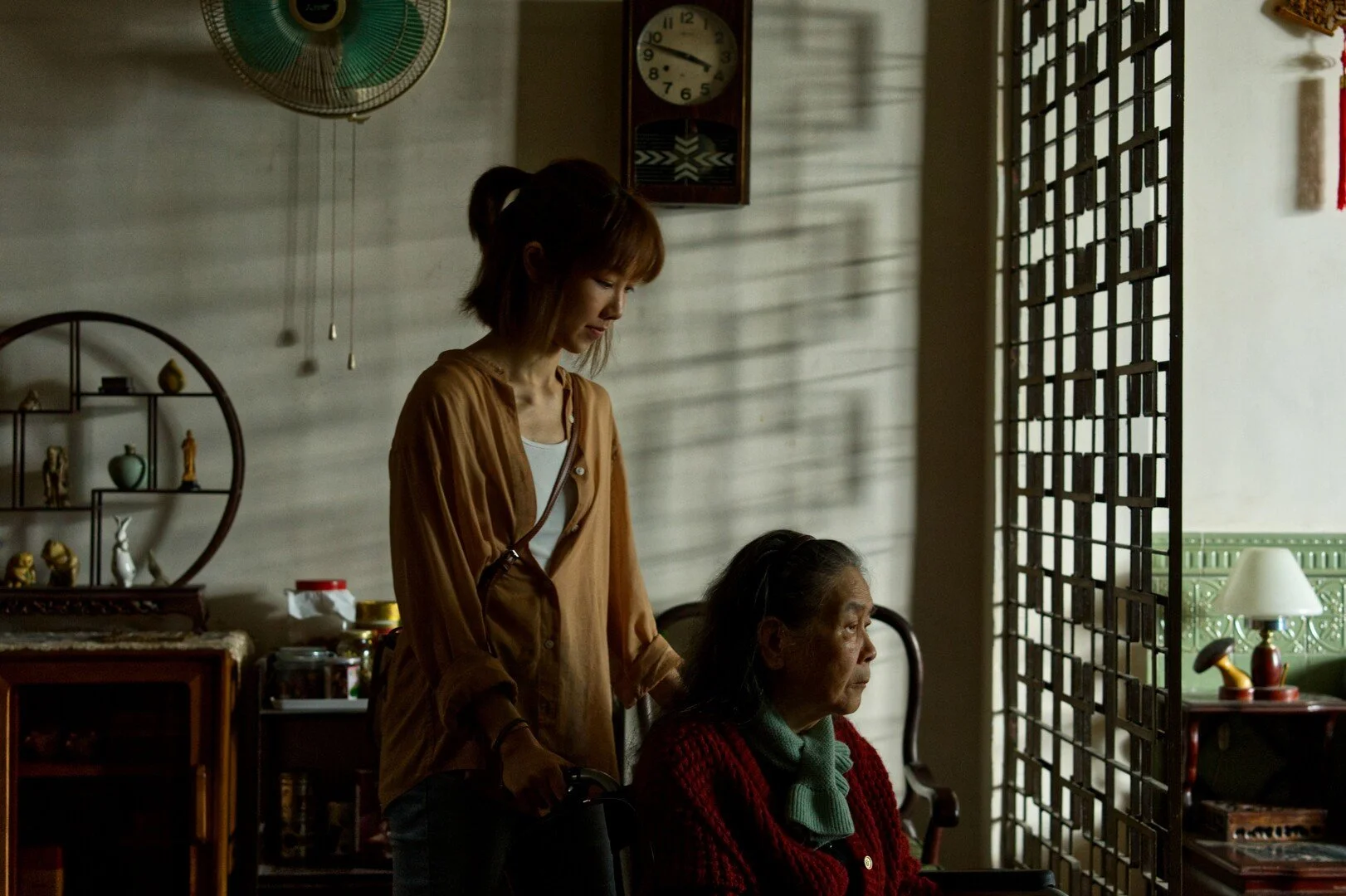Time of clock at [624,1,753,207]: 3:47
